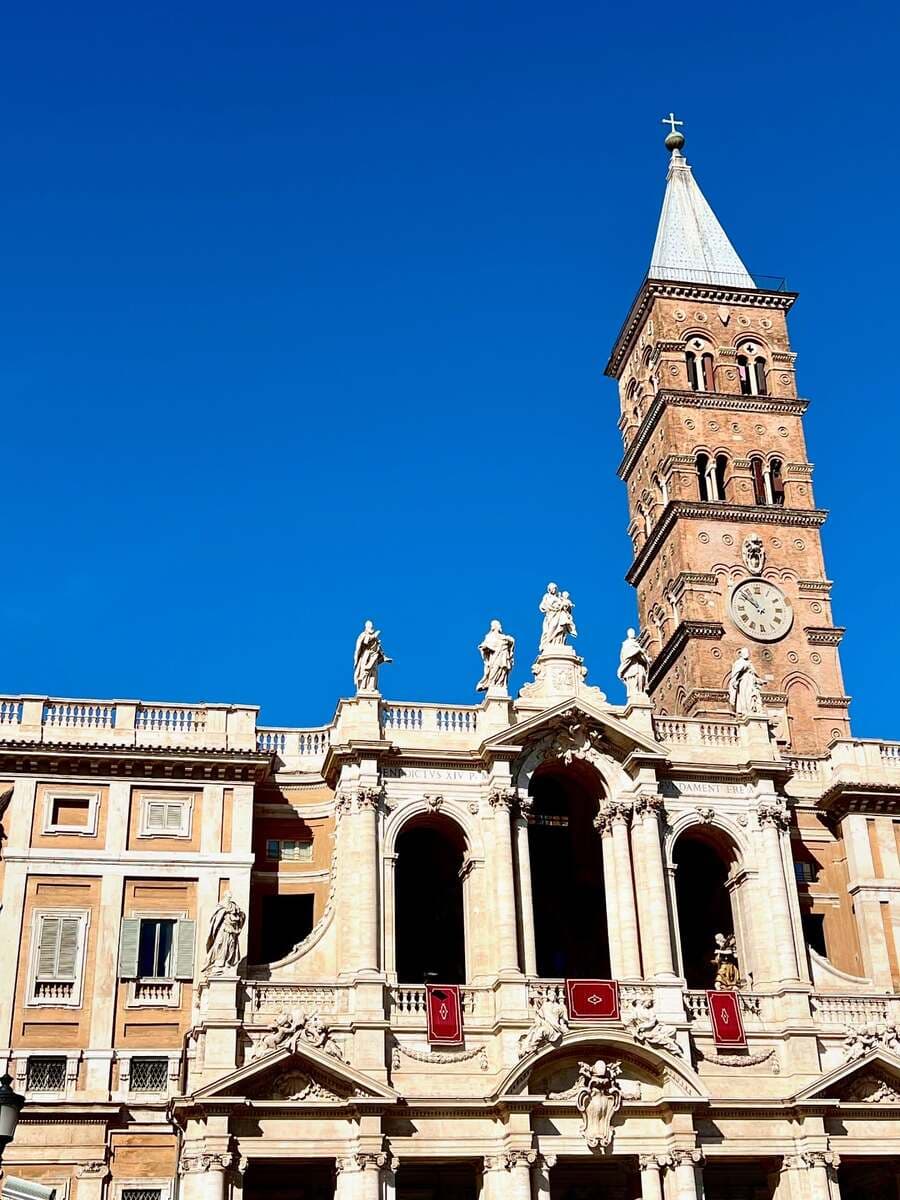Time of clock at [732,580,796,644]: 10:51
